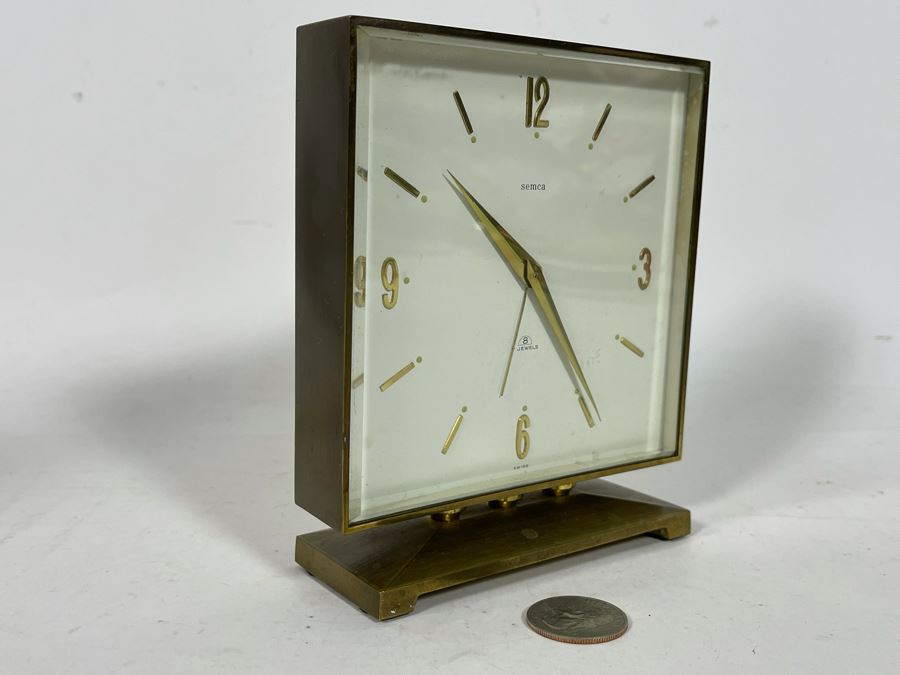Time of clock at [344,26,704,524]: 10:24
